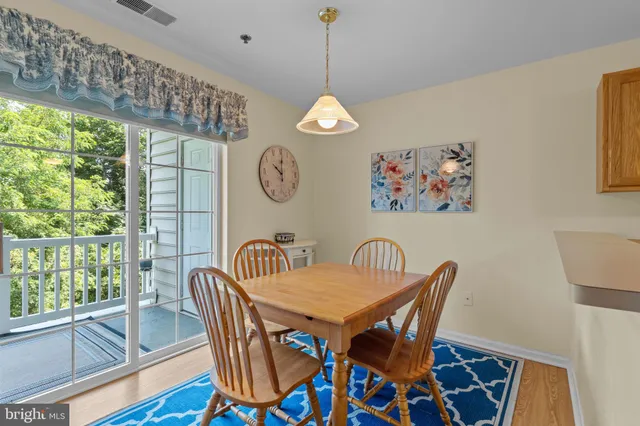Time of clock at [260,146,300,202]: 10:00
